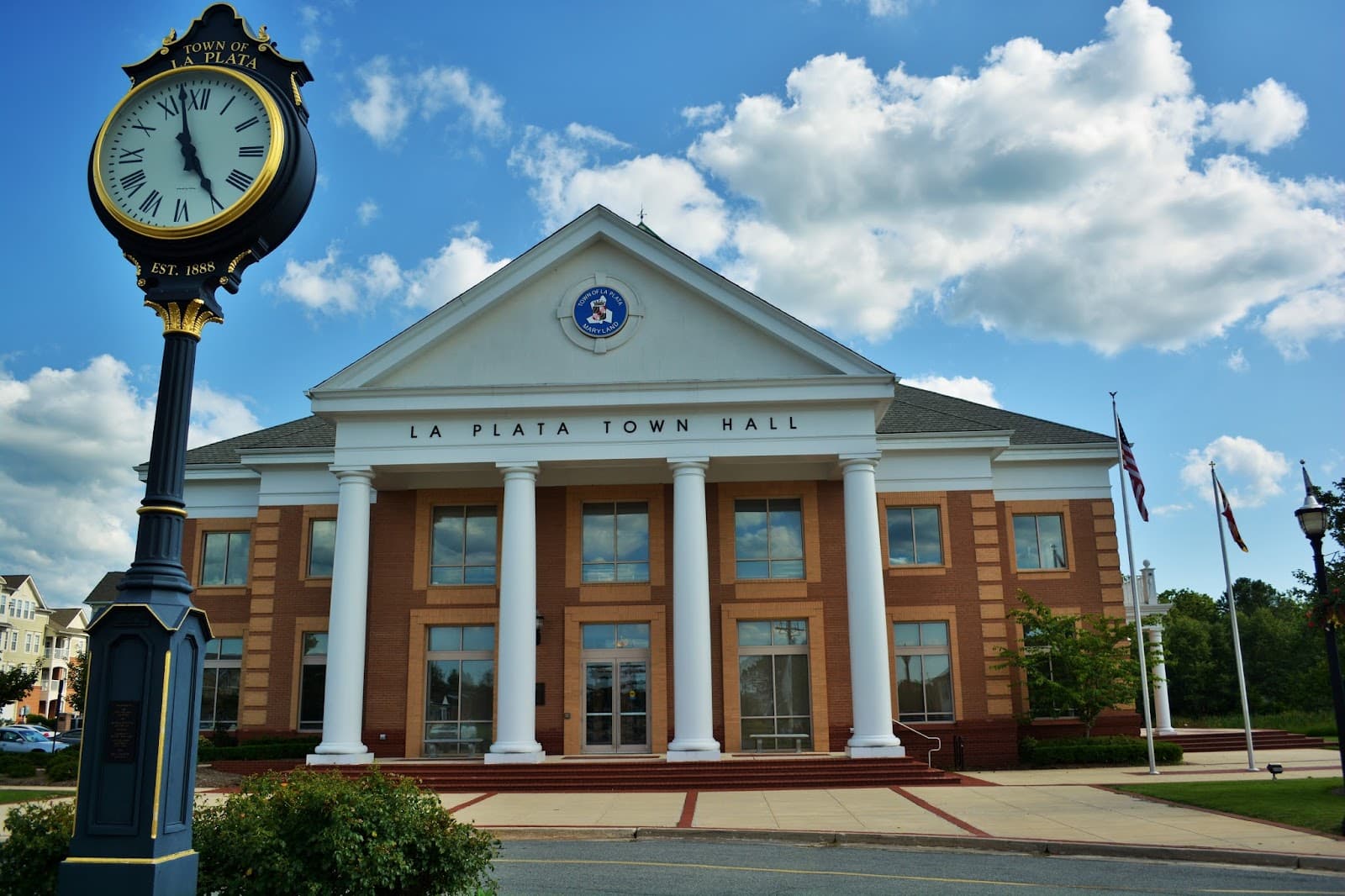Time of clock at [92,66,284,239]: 4:57
